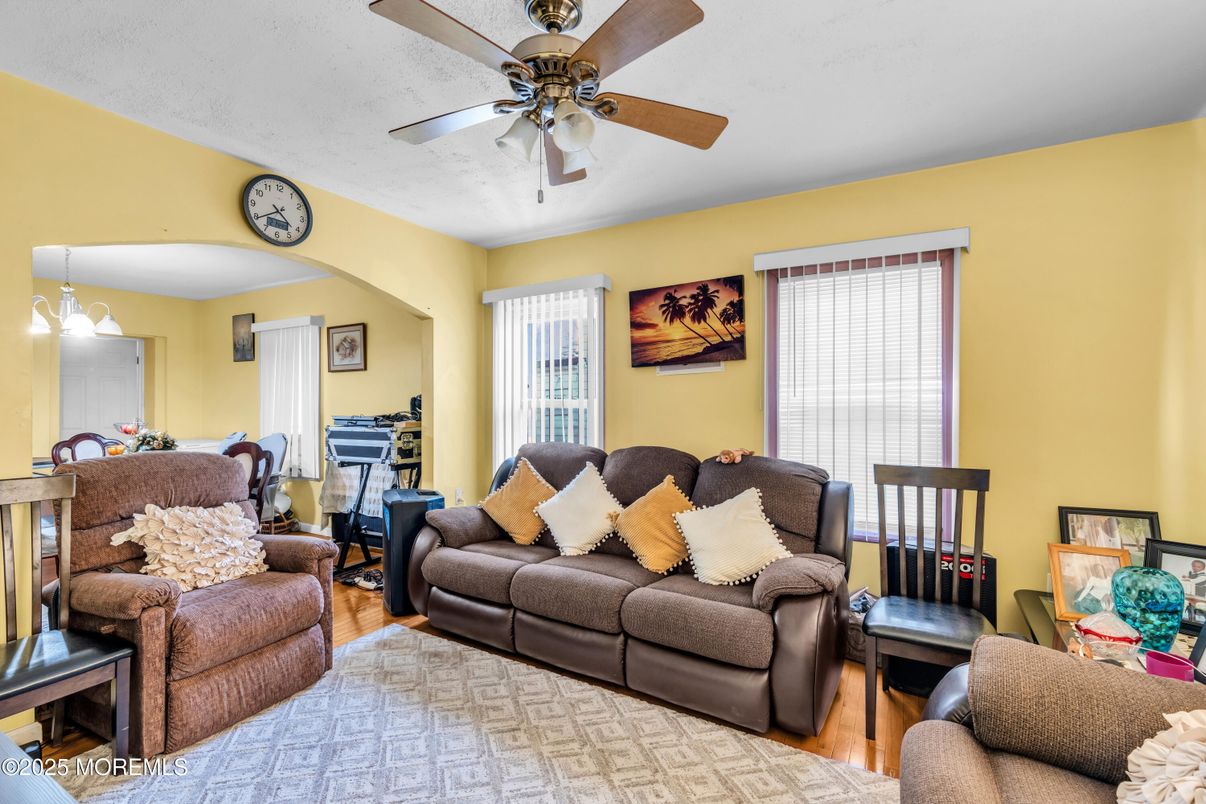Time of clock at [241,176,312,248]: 4:39
